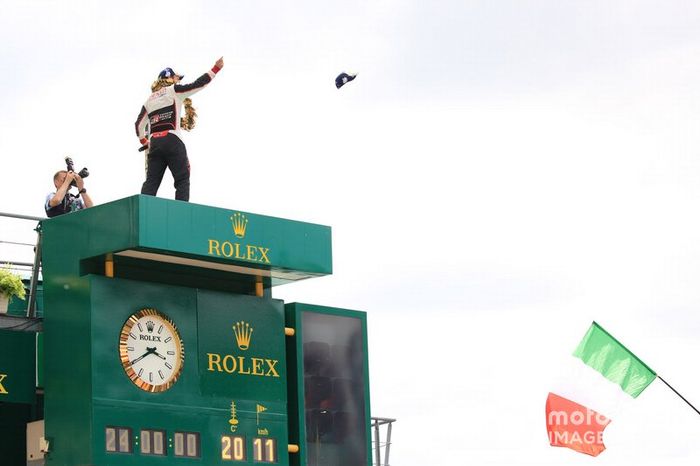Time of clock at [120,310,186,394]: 3:39
